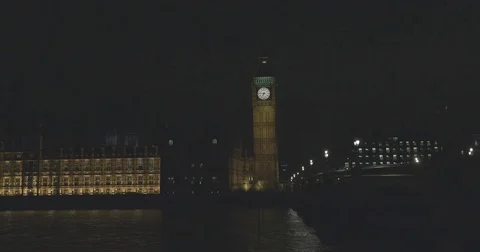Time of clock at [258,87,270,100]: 6:46
